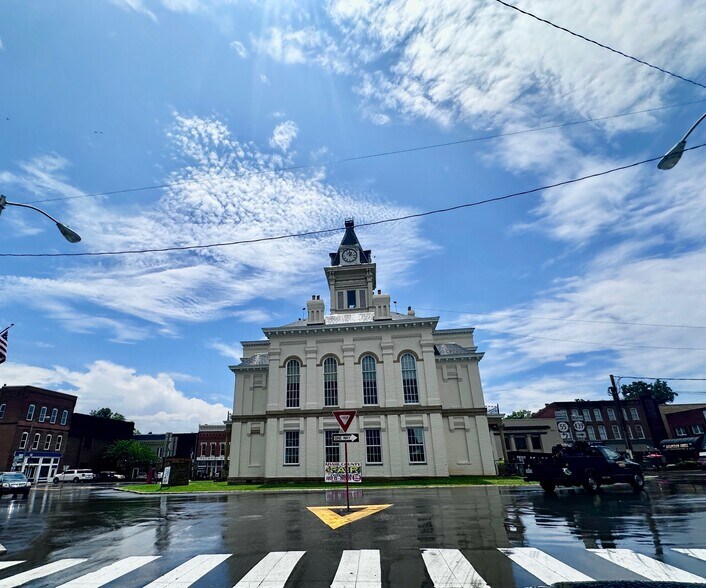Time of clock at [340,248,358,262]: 1:16
